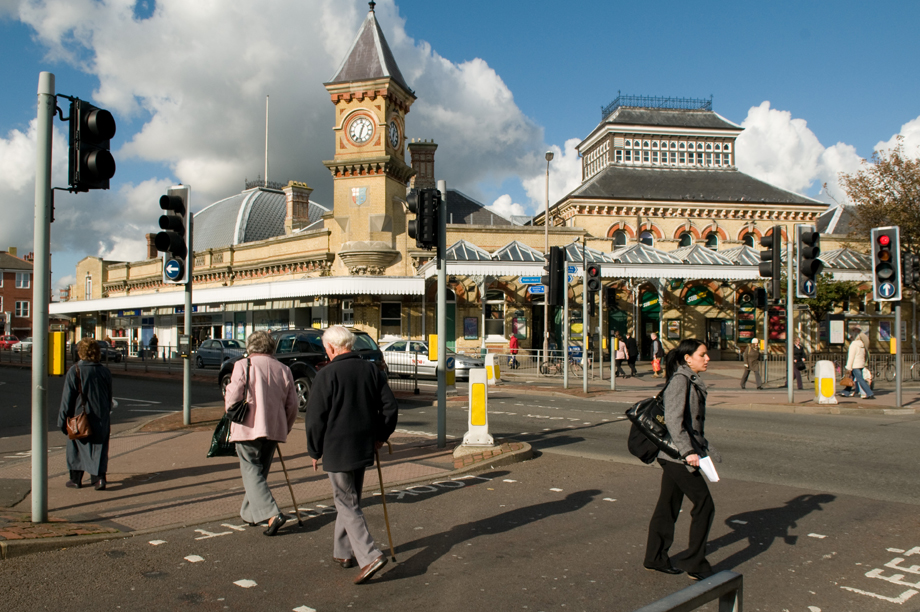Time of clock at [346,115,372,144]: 12:32
